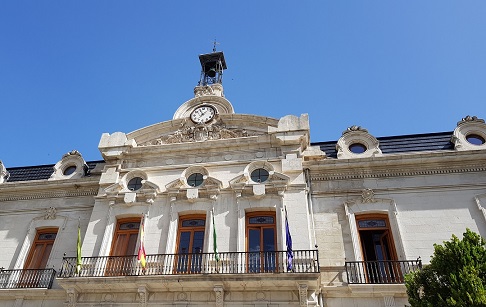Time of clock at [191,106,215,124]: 11:07
